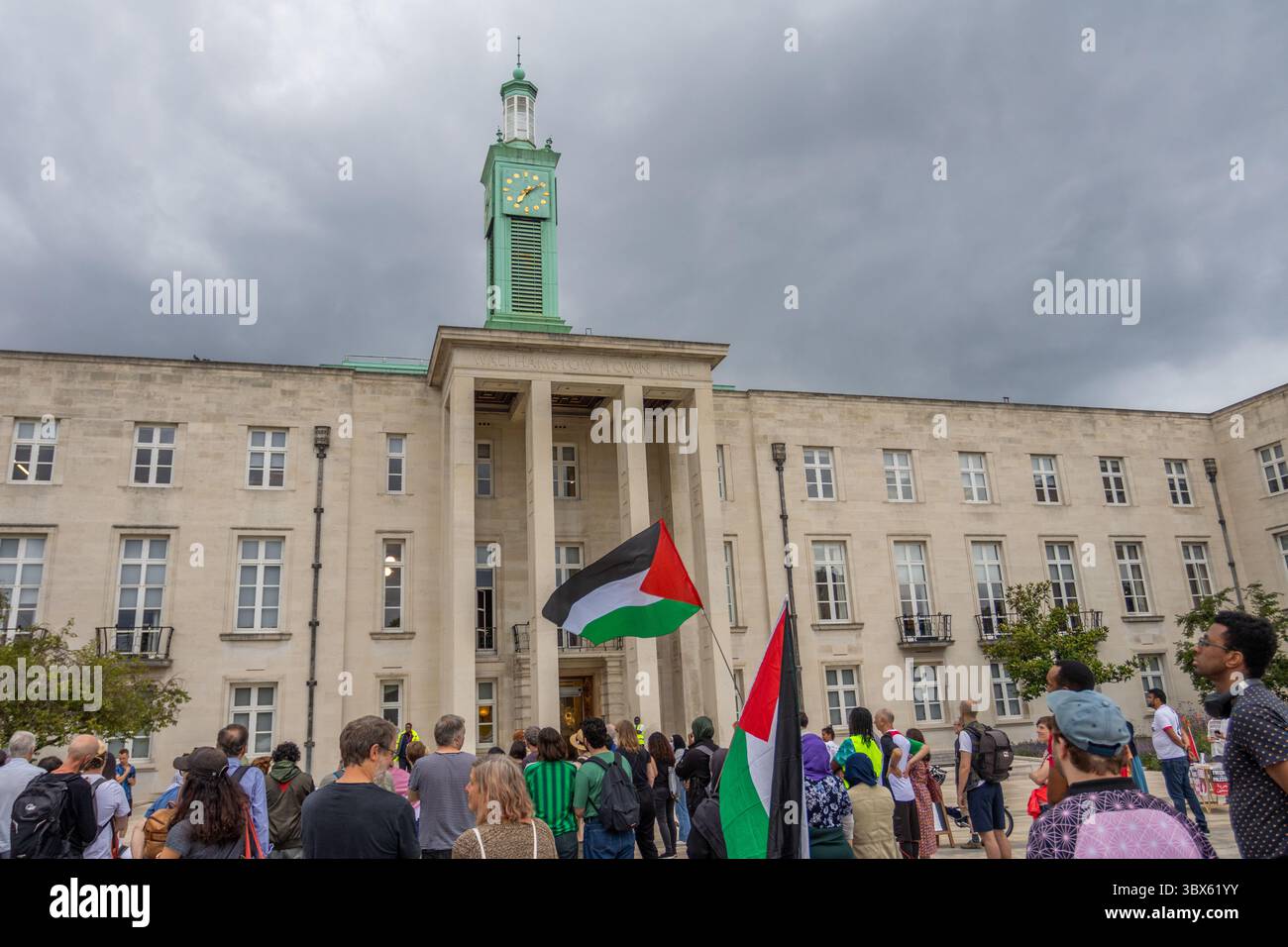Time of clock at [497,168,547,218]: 7:09
